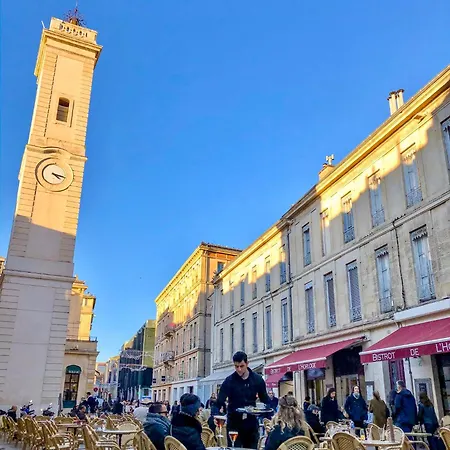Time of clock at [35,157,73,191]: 4:18
